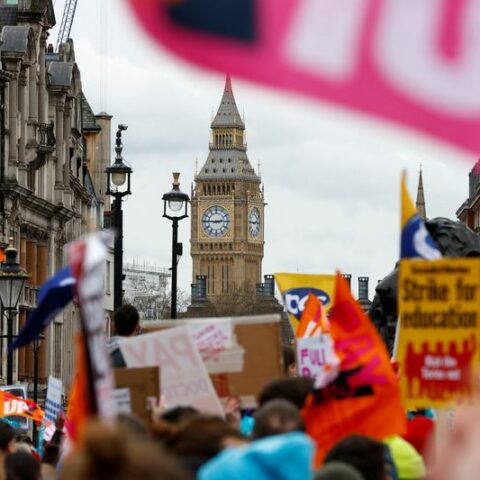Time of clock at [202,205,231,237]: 2:46
